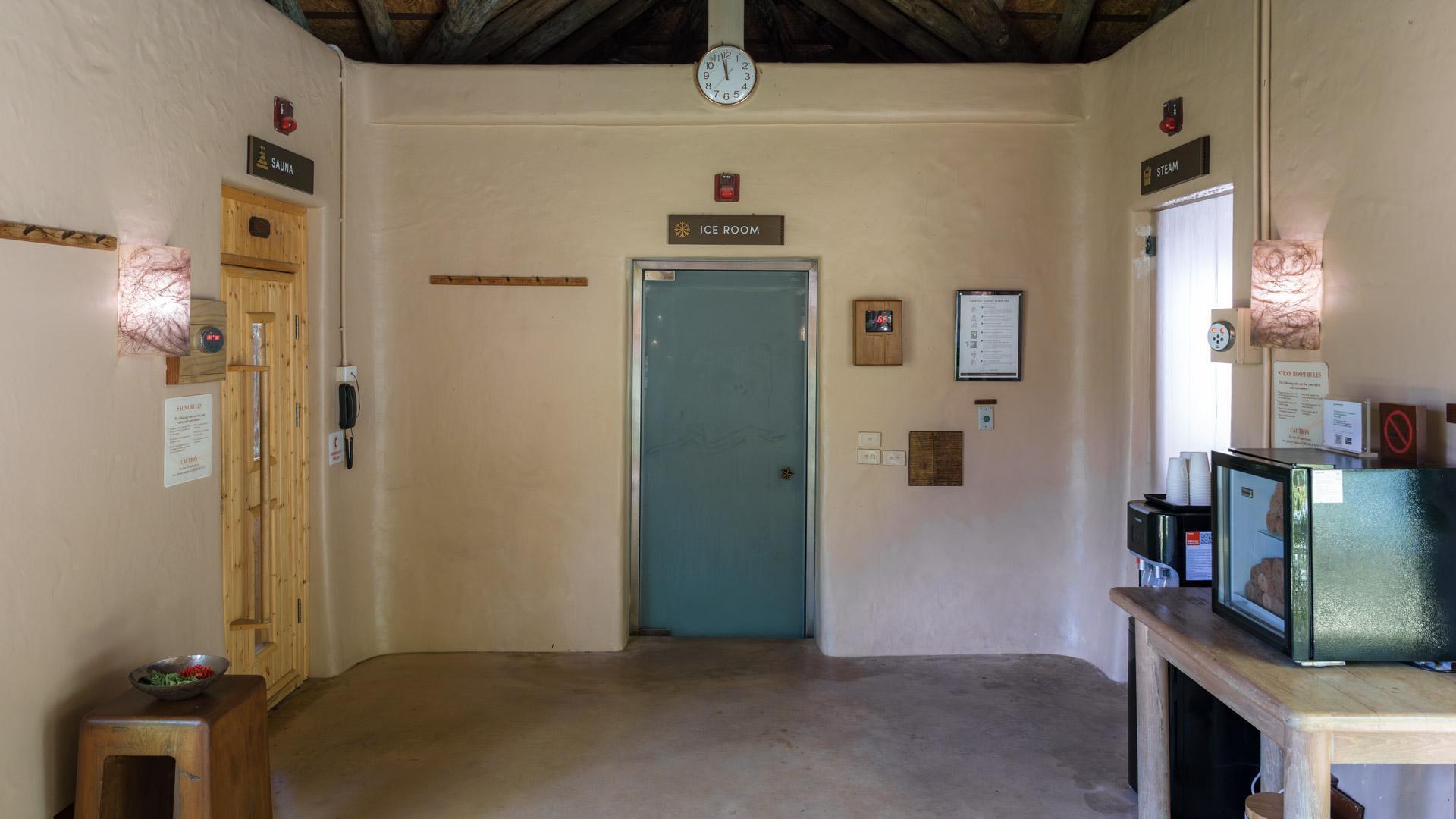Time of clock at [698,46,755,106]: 11:57
